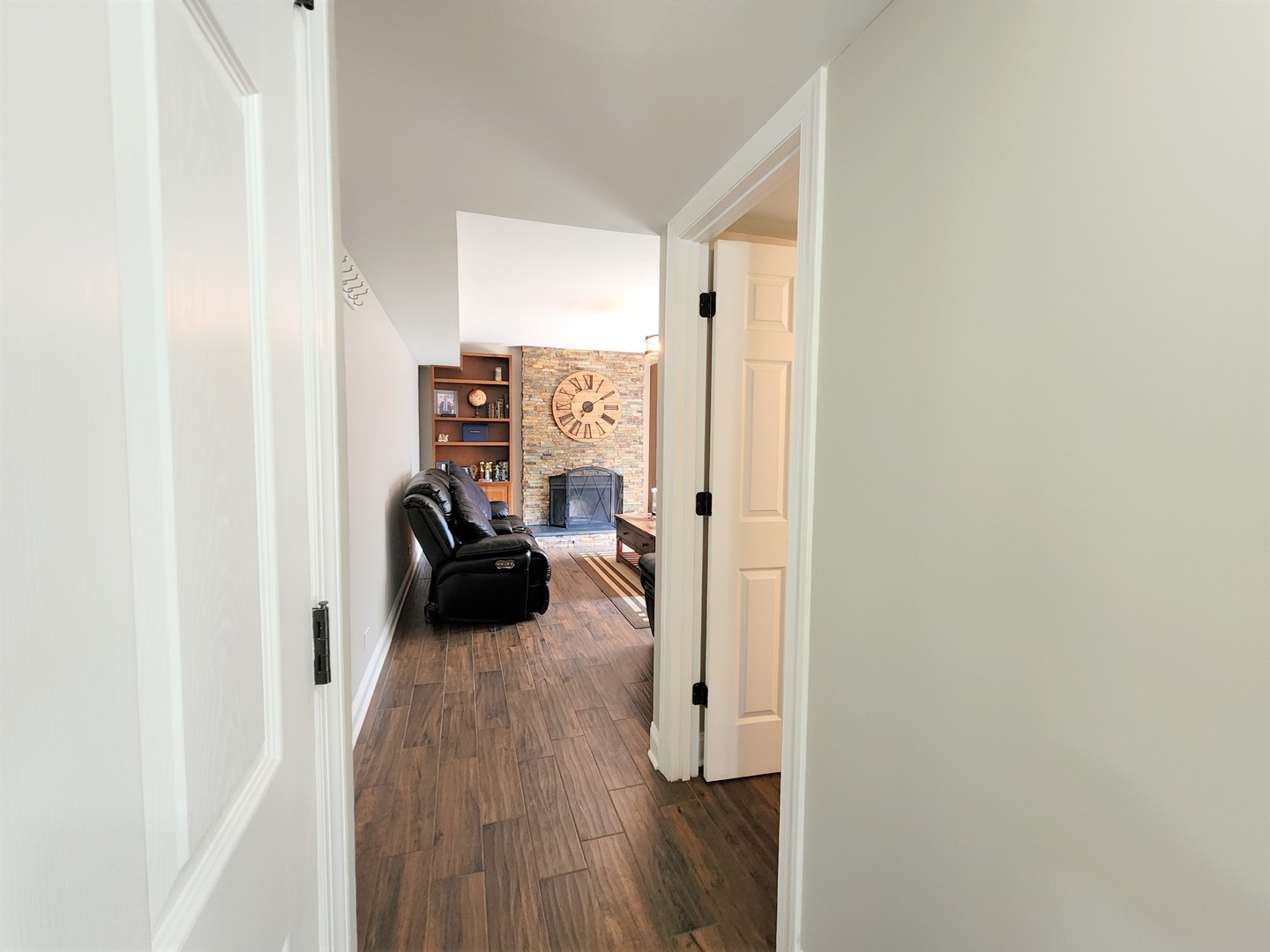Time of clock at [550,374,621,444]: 7:09
